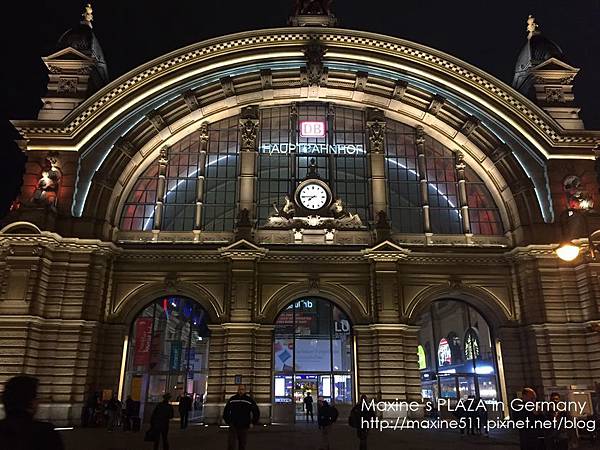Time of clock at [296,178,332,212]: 7:45
